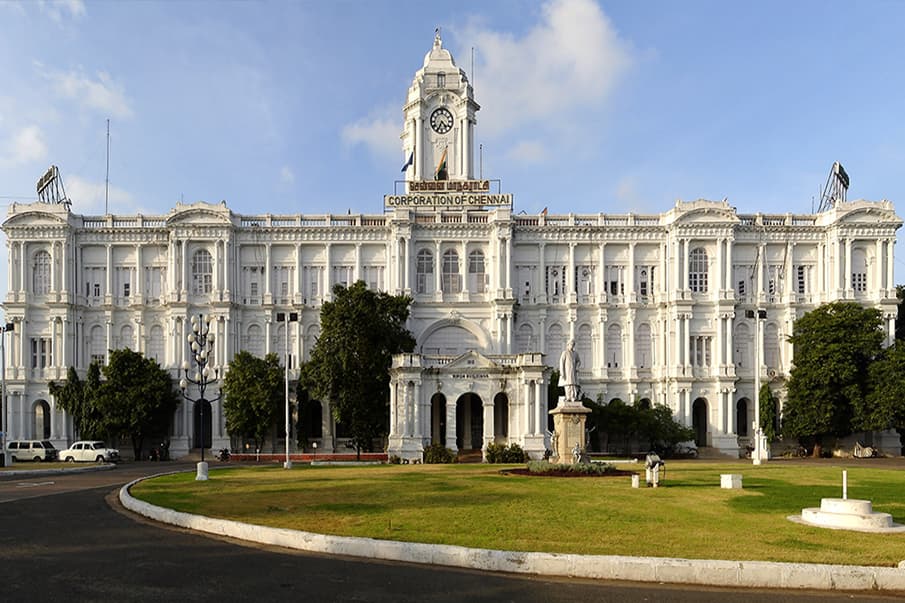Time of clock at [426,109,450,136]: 4:34
